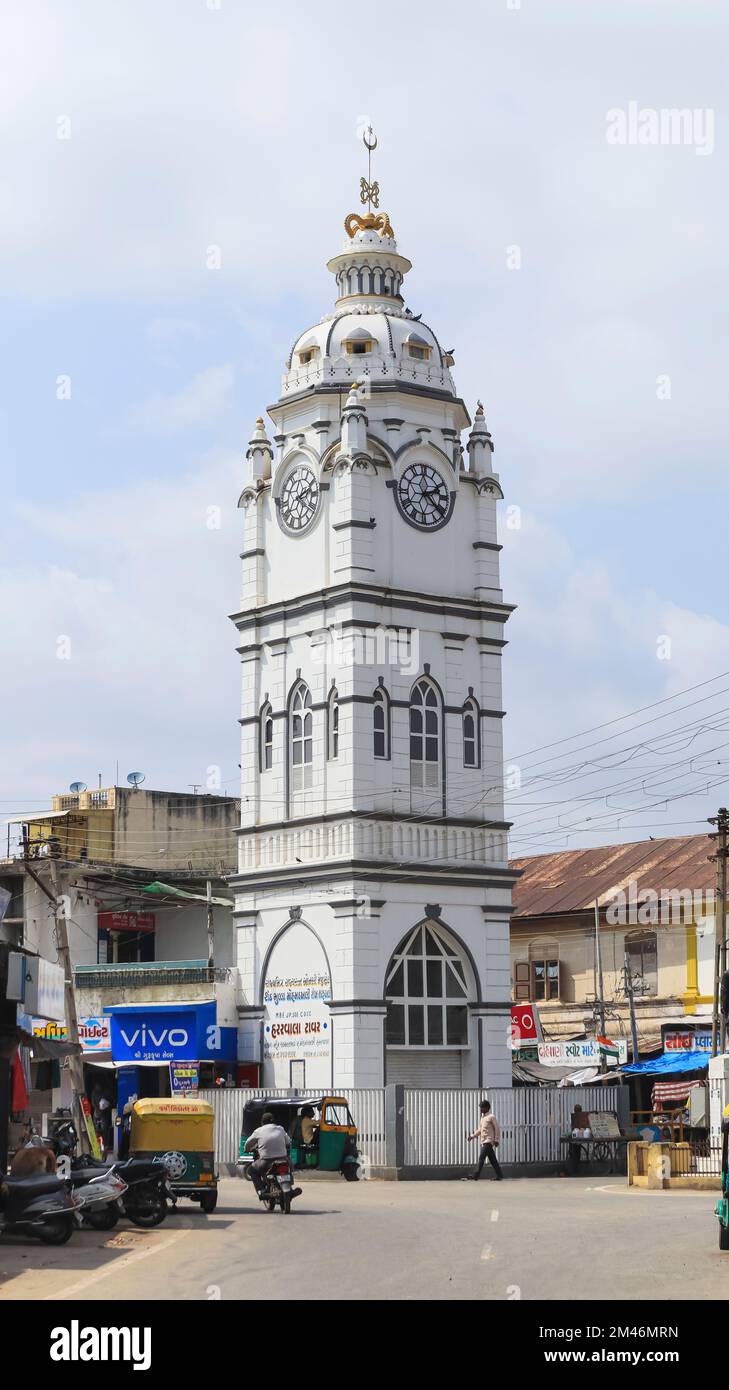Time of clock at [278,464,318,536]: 2:21
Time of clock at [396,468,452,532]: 2:21
